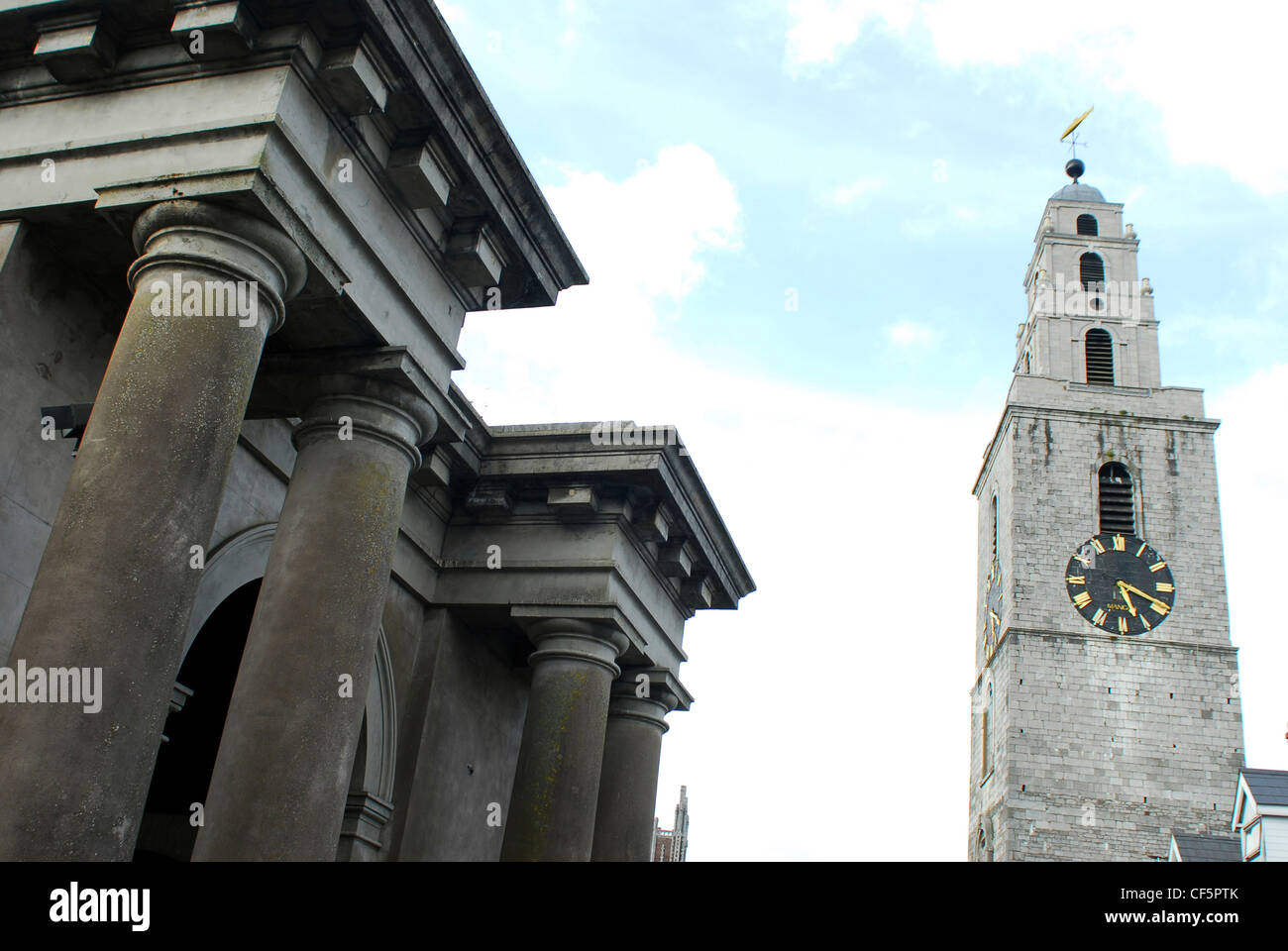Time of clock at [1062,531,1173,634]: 5:18
